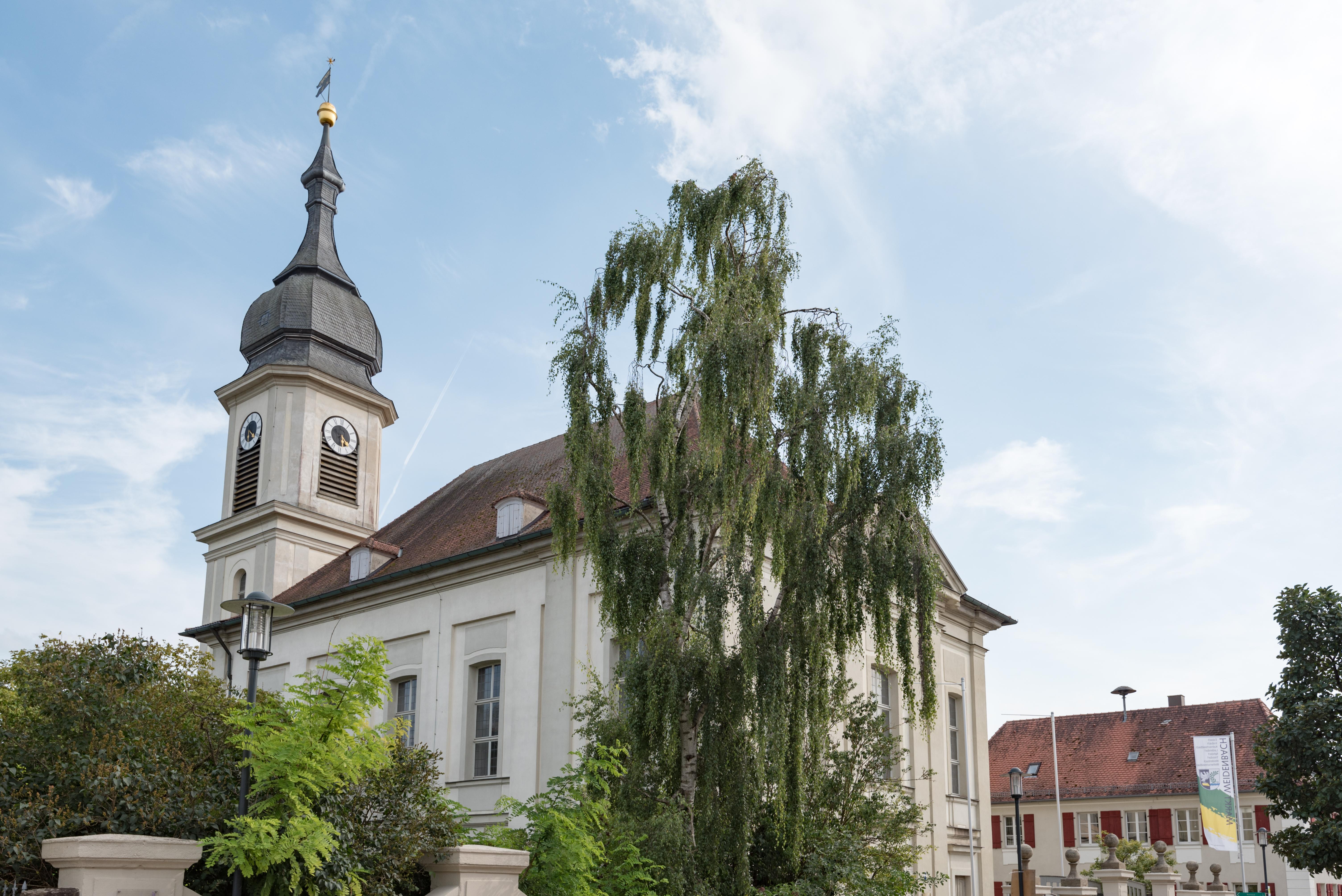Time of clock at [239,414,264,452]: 6:21
